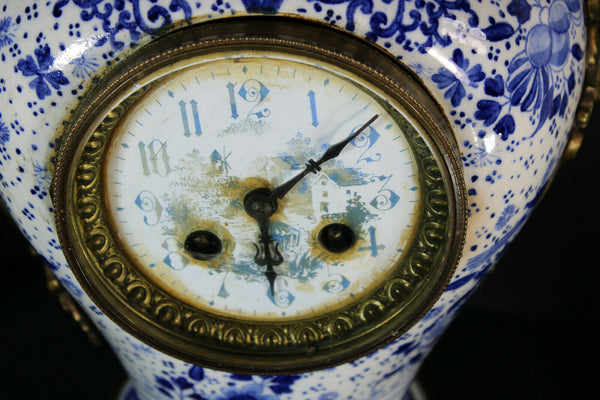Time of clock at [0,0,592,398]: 6:08
